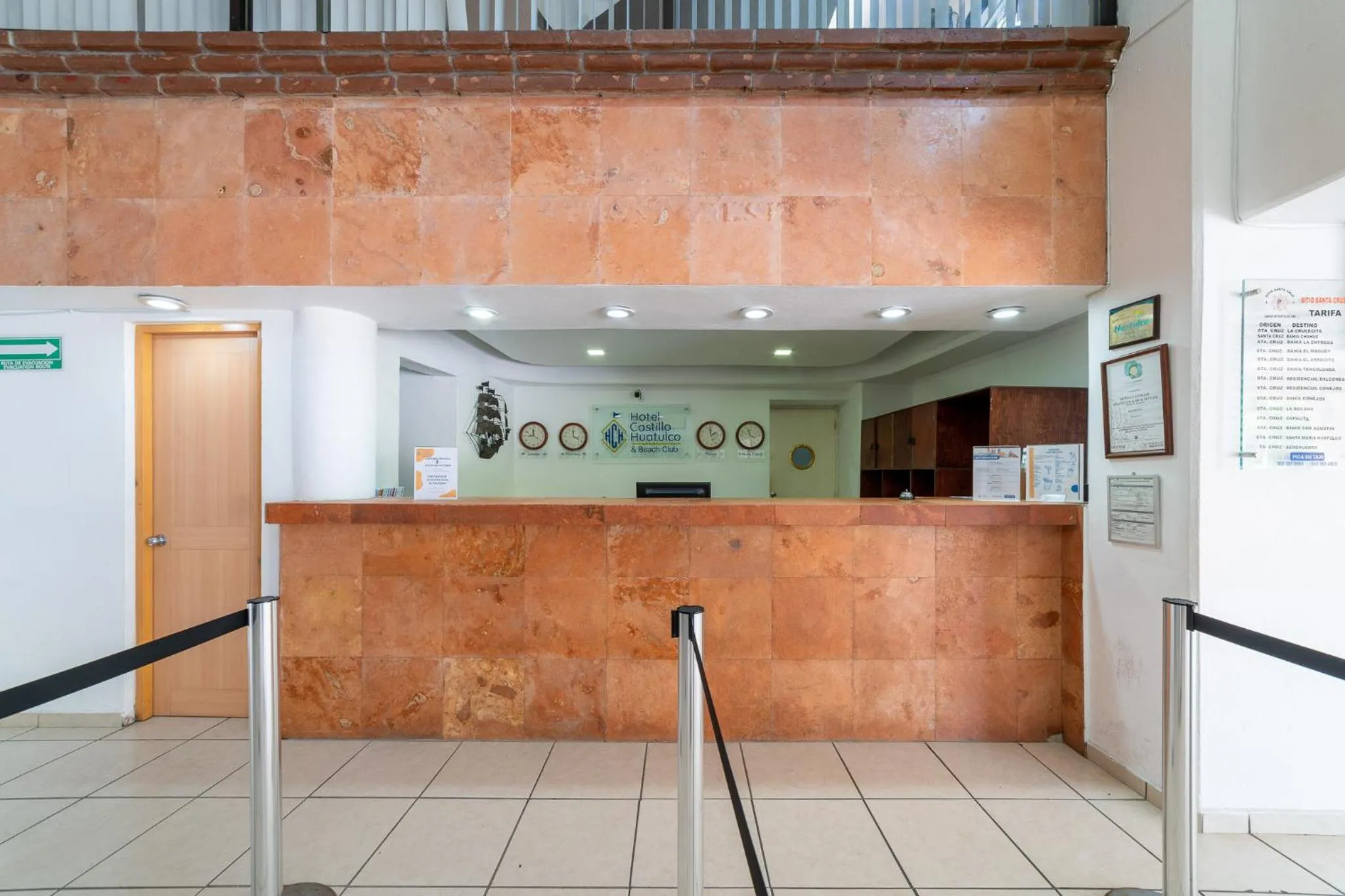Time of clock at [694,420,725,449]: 1:59
